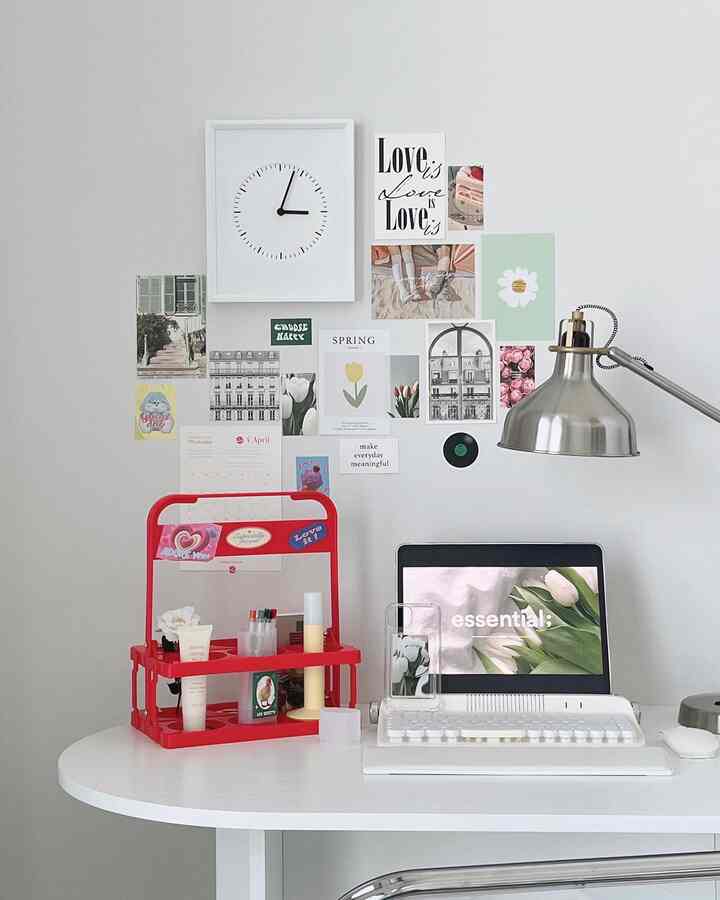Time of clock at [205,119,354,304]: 3:03
